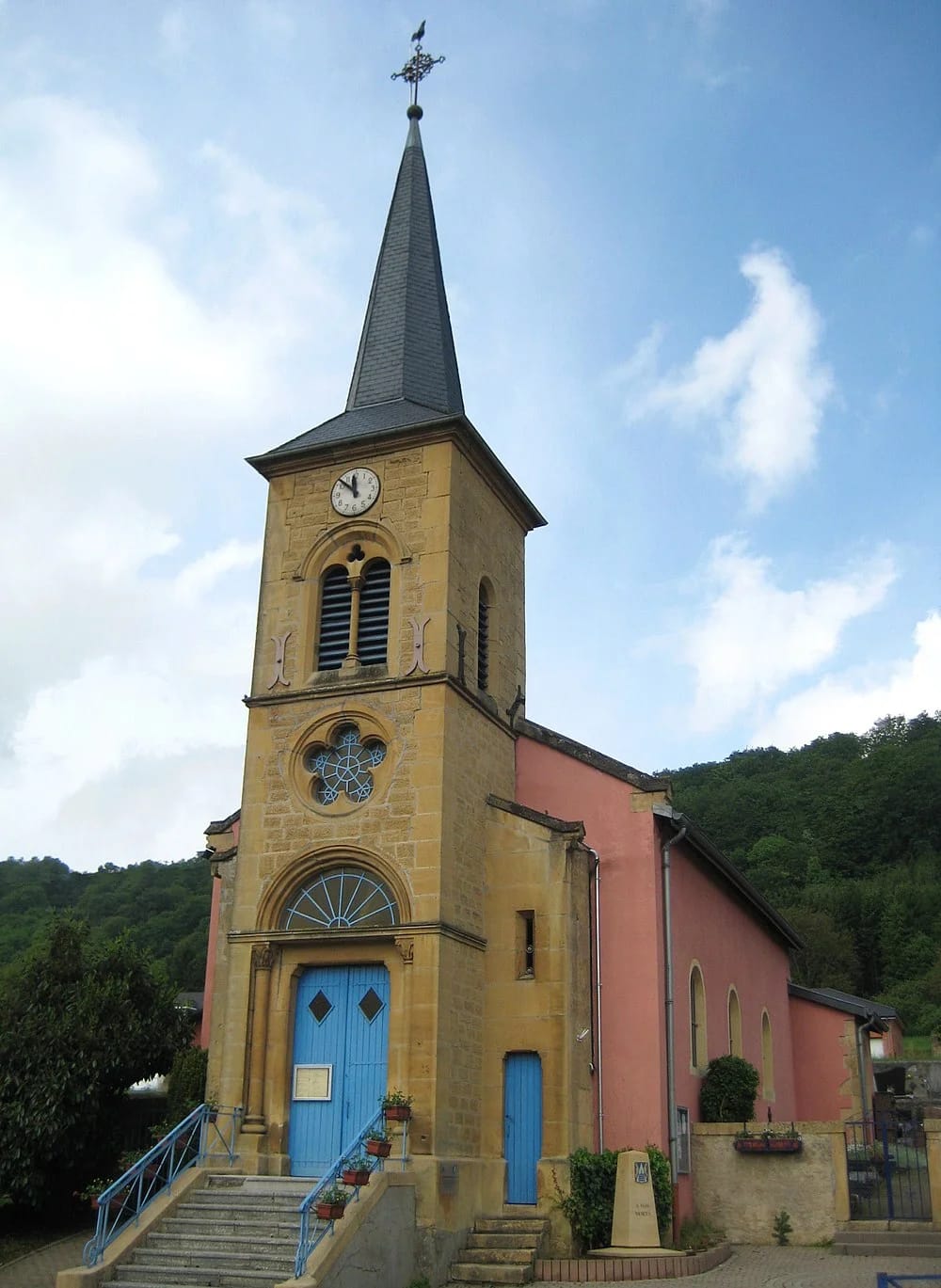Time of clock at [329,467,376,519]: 11:52
